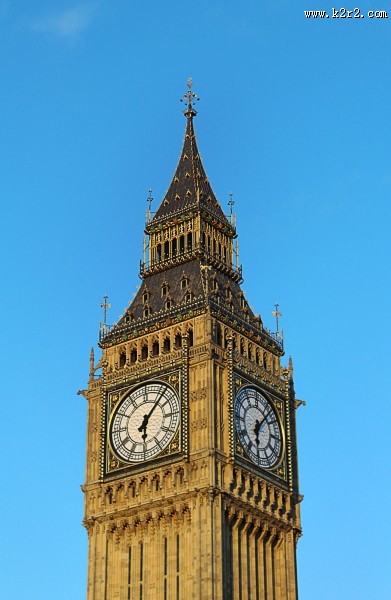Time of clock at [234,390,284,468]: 6:06
